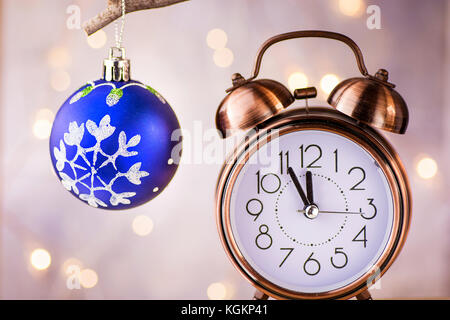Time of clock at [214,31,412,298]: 11:55
